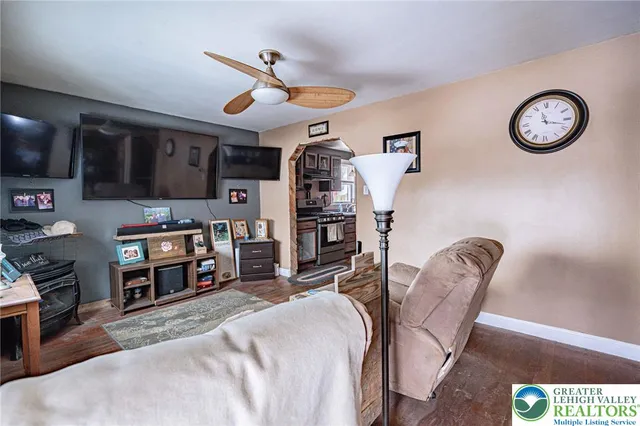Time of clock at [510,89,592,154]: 11:17
